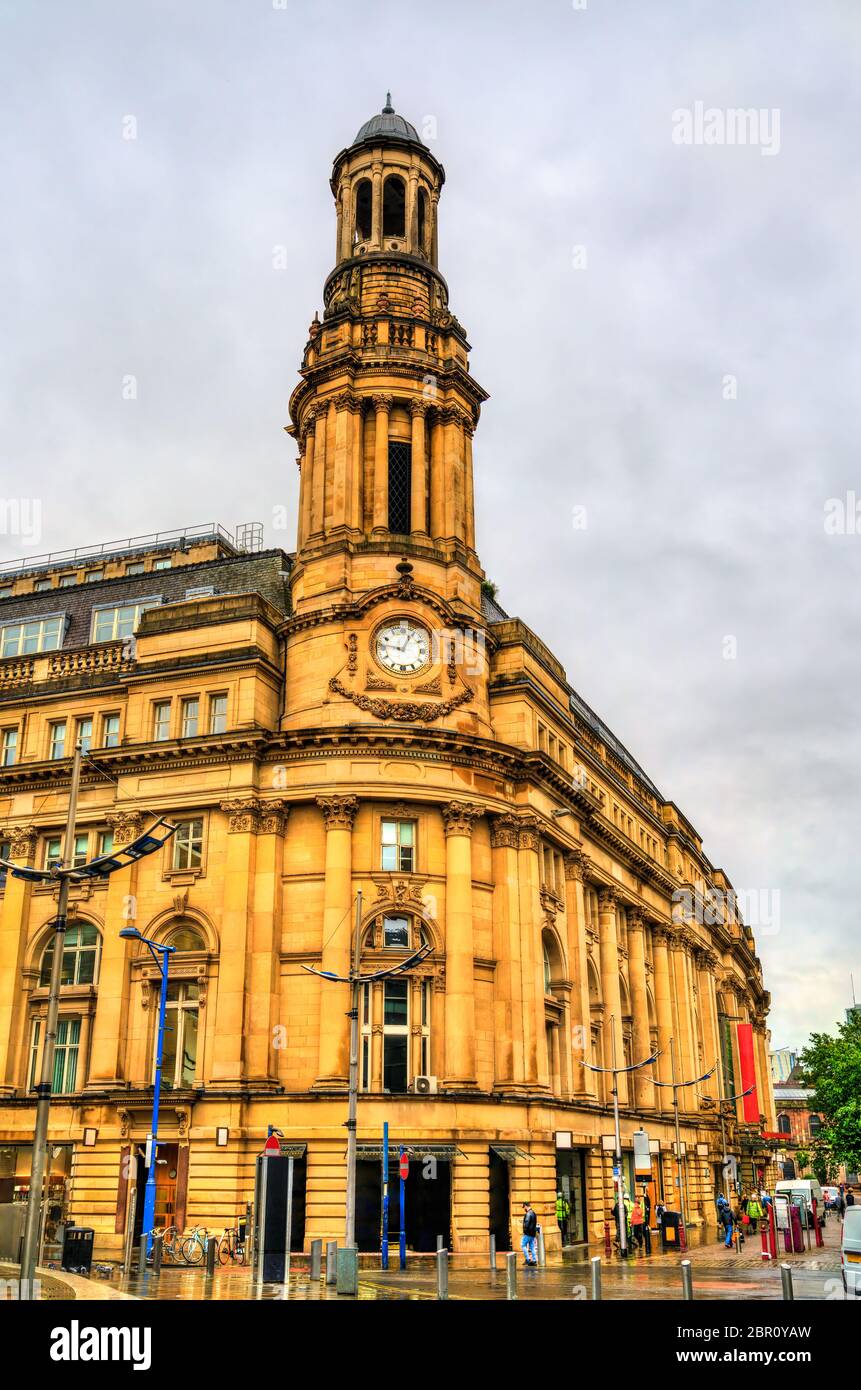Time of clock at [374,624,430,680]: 12:46
